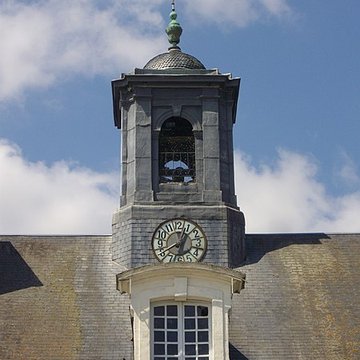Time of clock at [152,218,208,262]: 12:40
